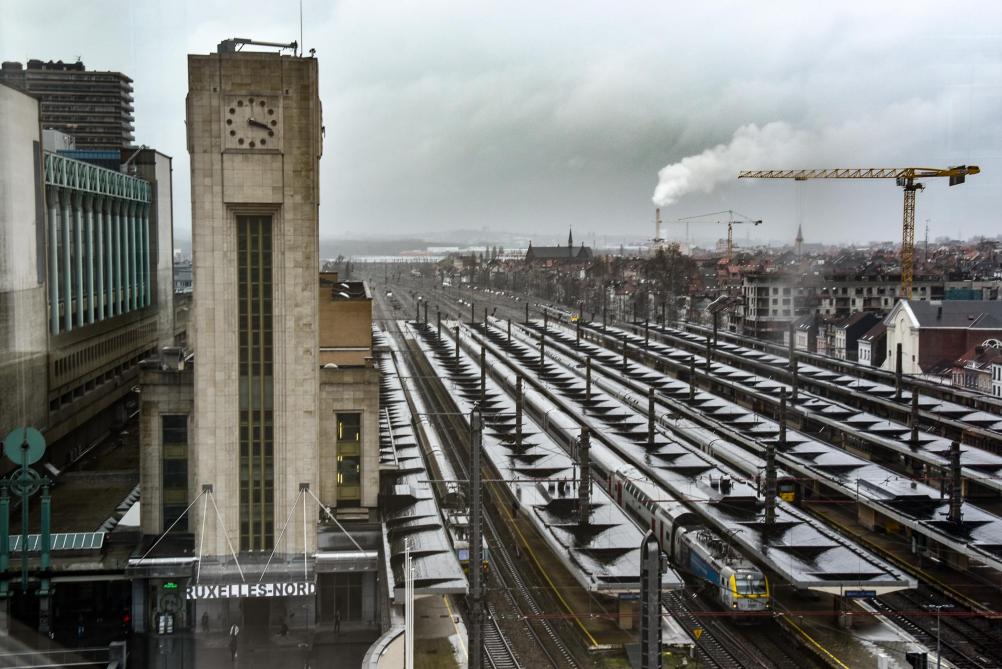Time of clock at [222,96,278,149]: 3:18
